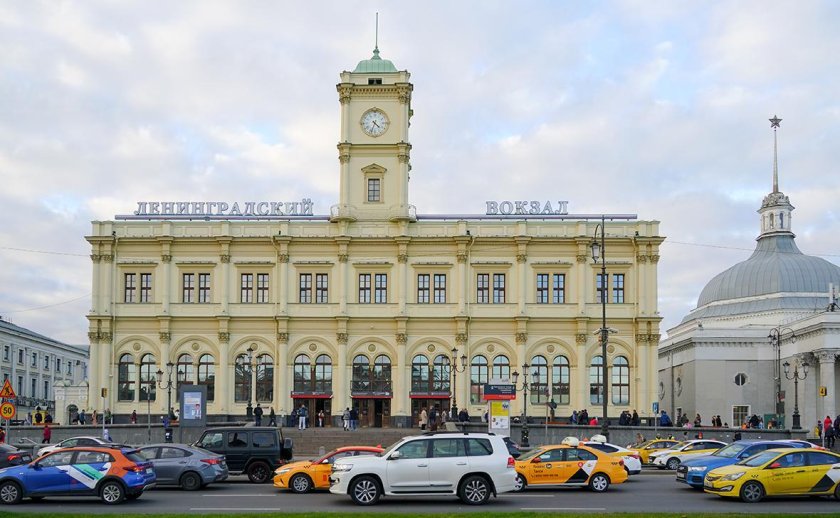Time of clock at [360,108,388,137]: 4:33
